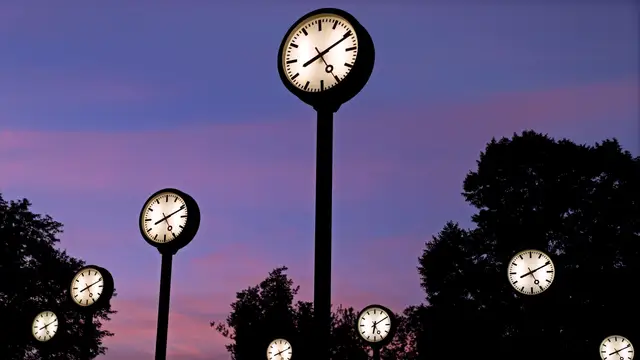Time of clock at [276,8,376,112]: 8:10
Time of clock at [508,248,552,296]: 8:11
